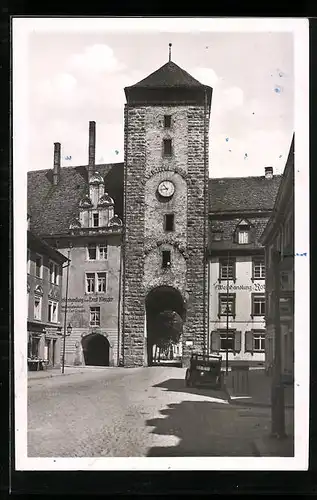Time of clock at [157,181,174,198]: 10:43
